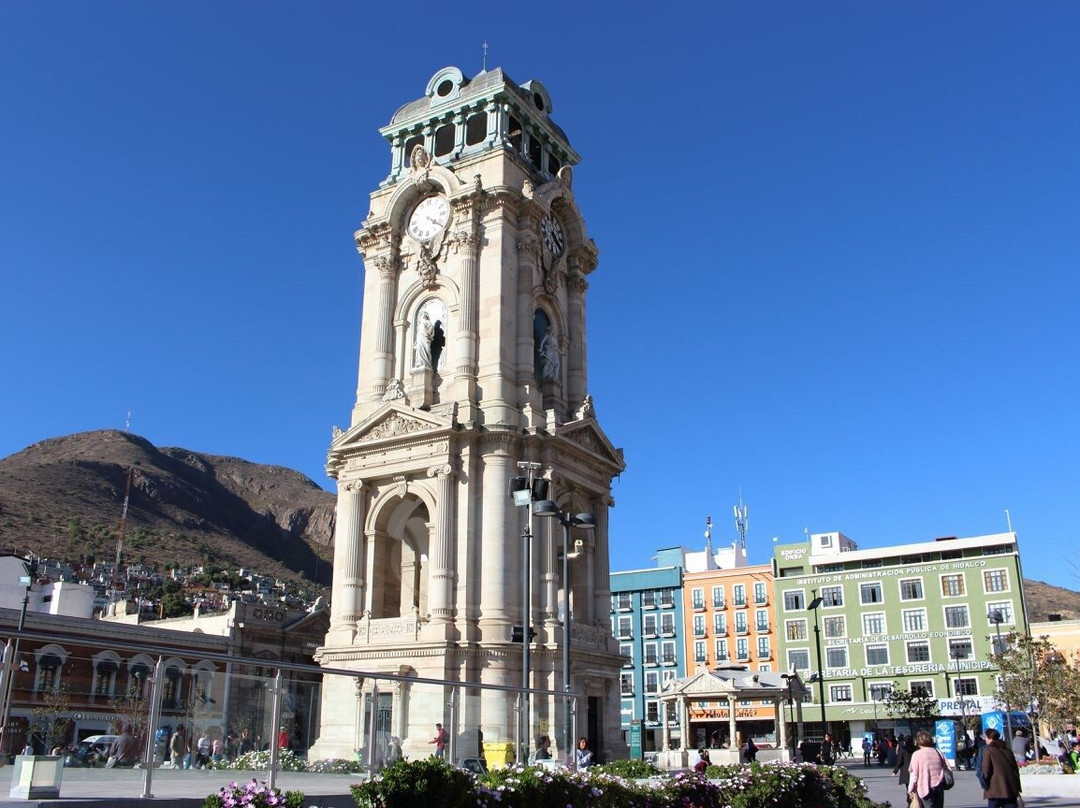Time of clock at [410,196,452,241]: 4:20
